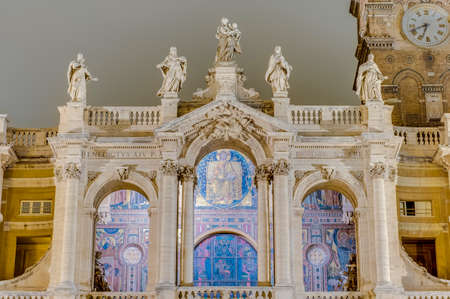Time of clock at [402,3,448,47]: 6:41
